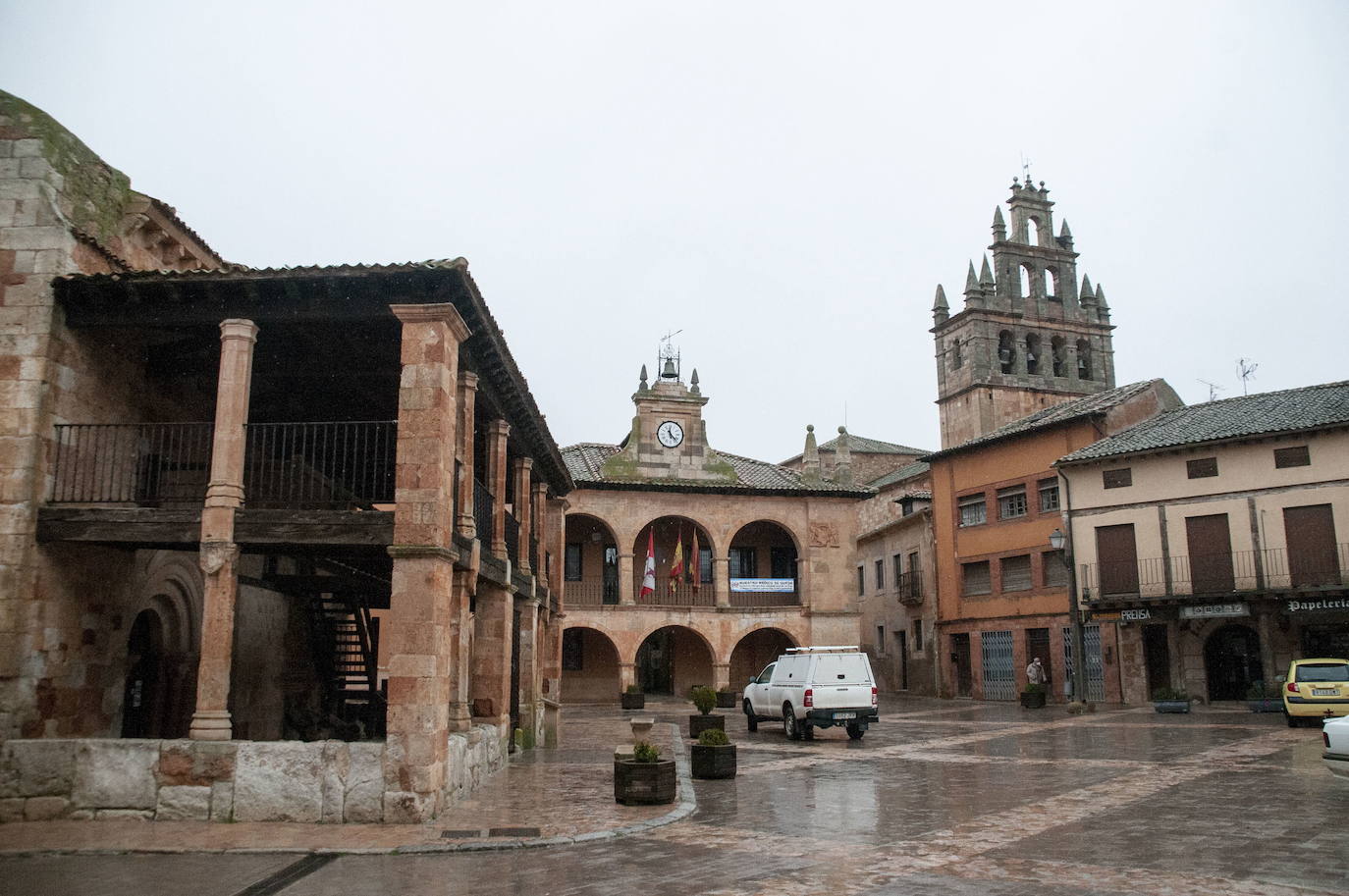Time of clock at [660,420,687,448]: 11:22
